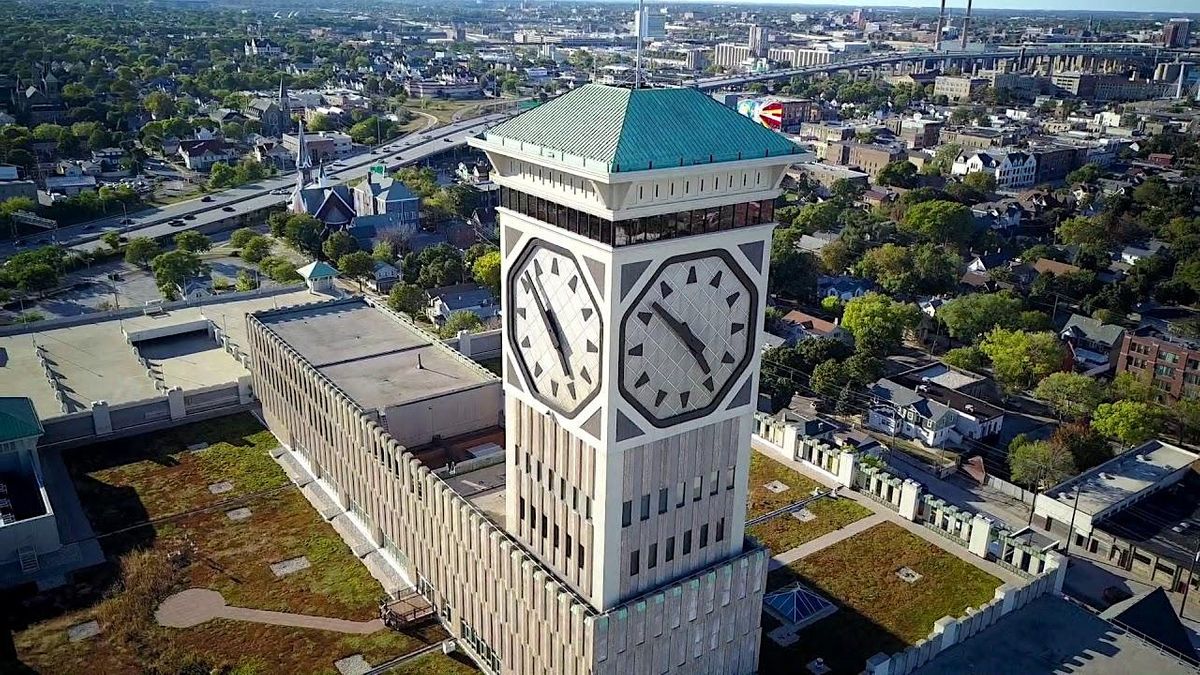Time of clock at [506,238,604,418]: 4:52
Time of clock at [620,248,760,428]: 4:52
